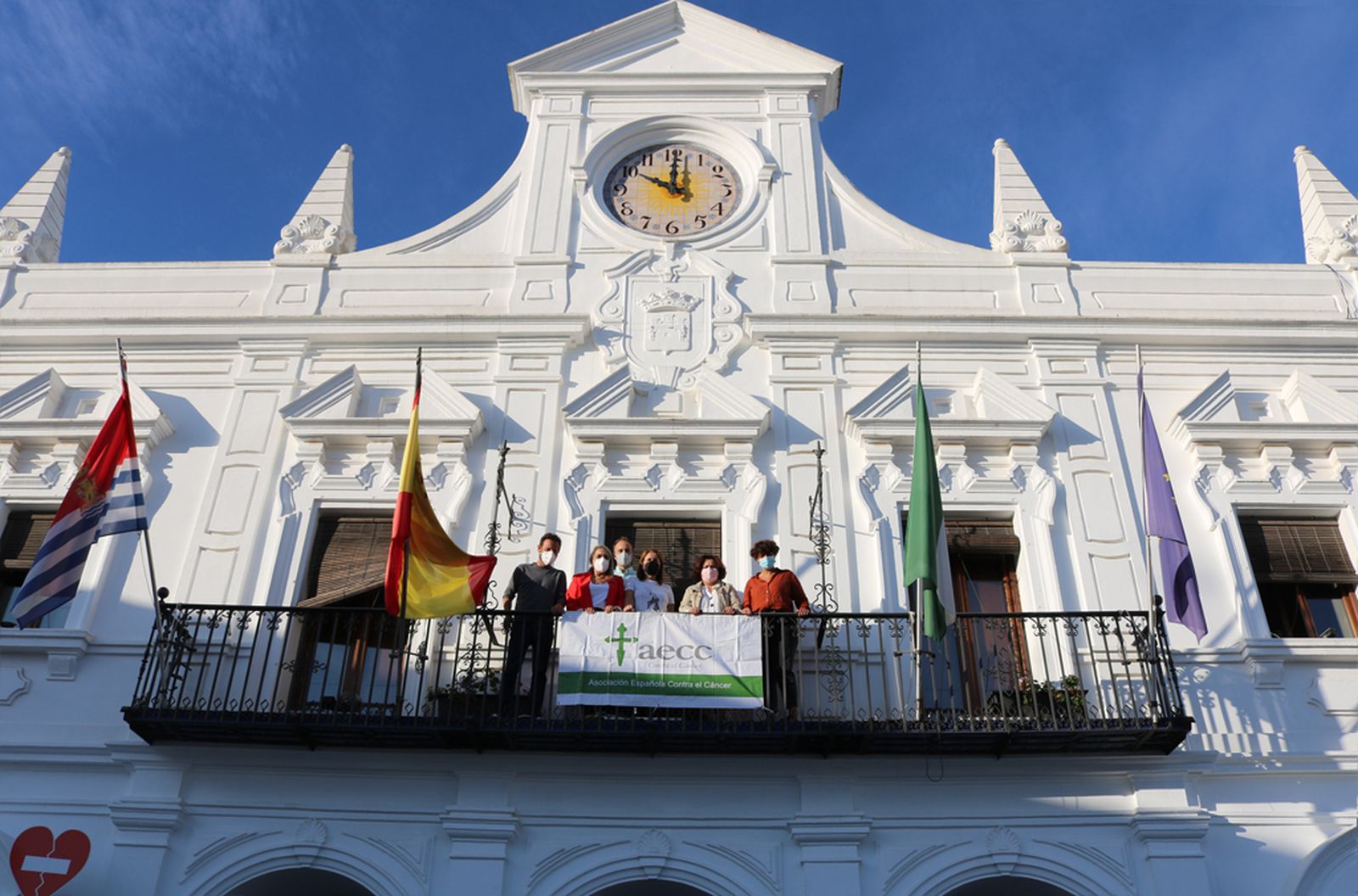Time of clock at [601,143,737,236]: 10:00
